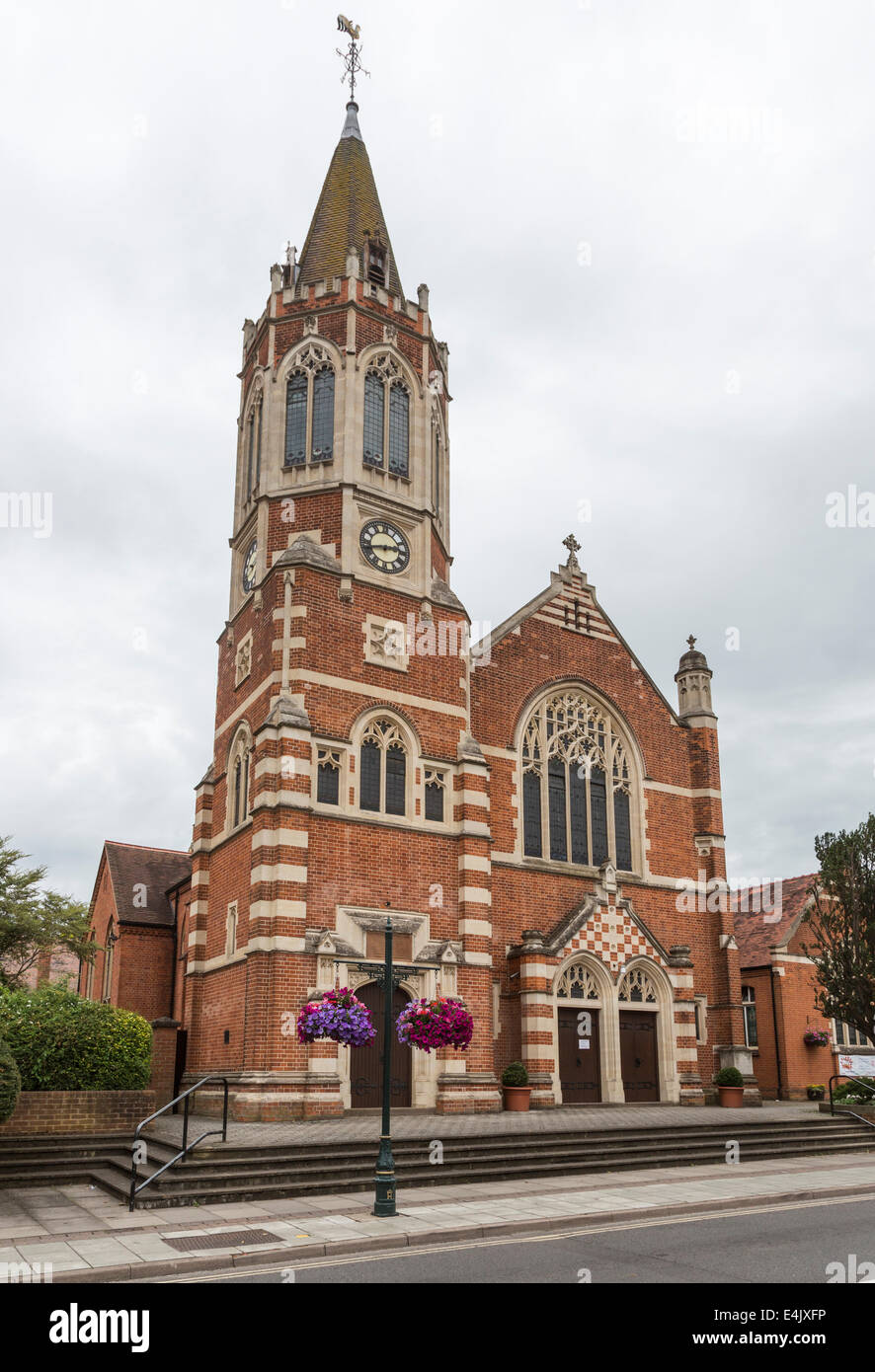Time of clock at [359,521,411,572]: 2:42
